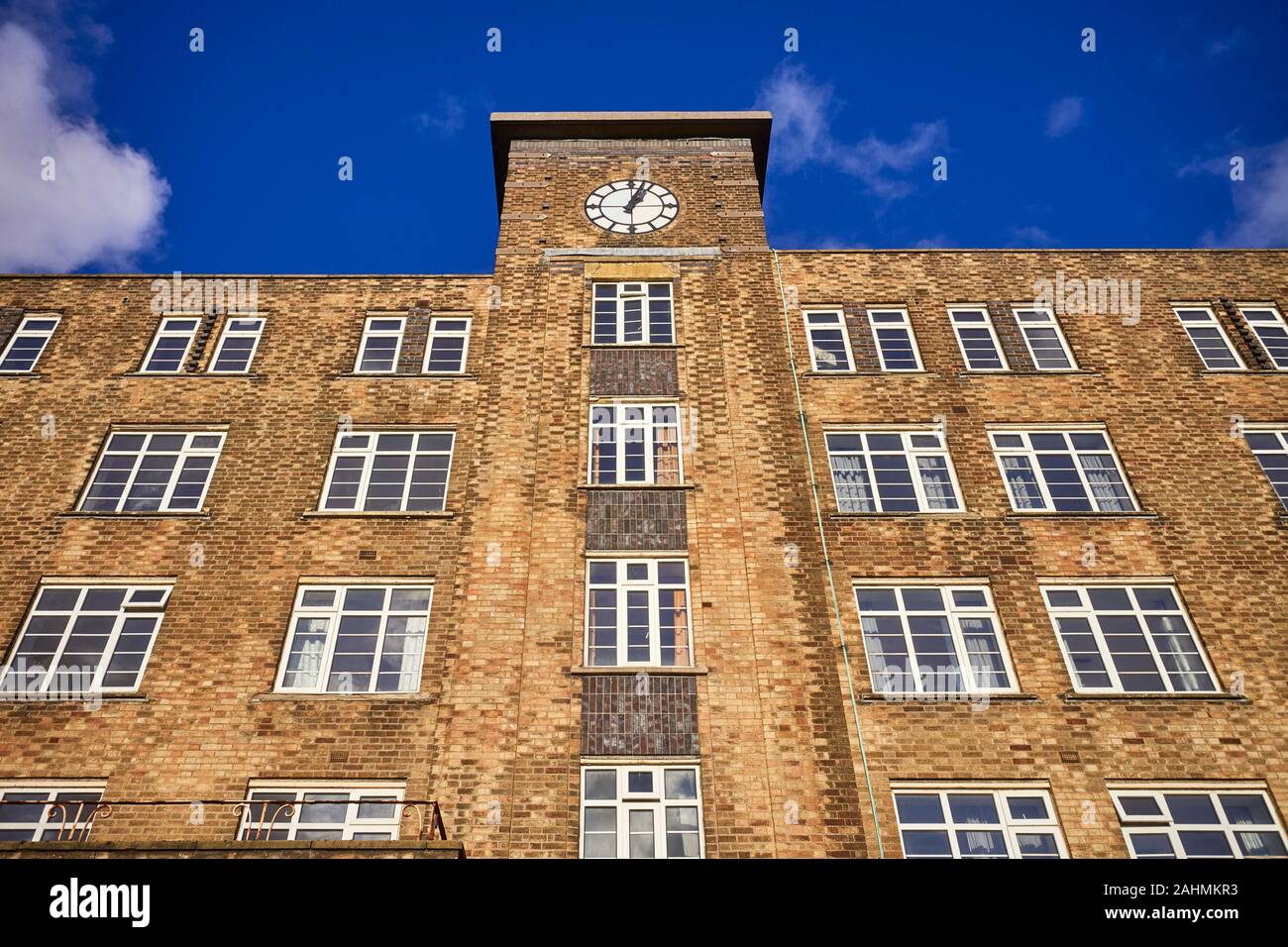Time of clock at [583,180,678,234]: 1:02
